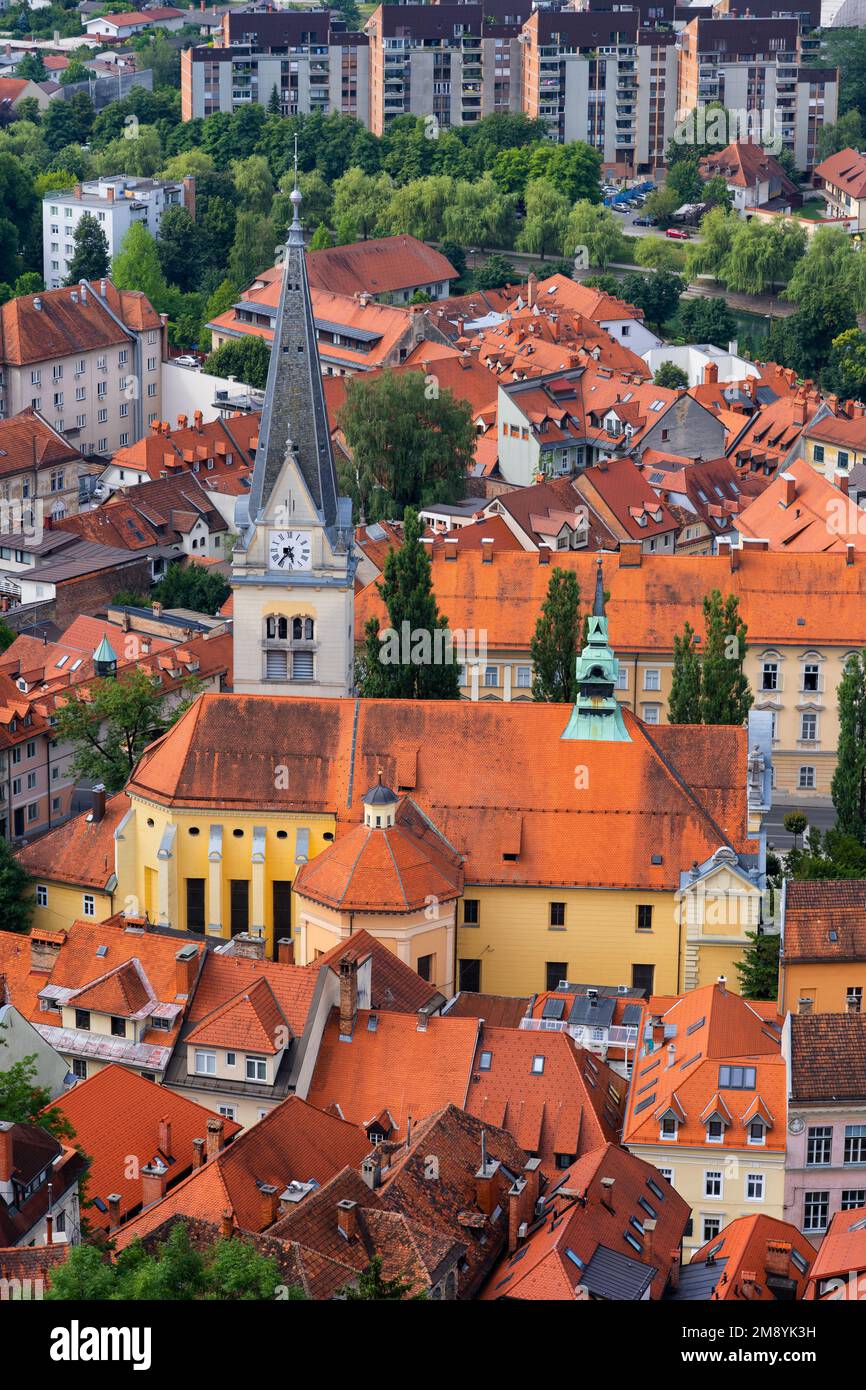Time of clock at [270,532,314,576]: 5:36
